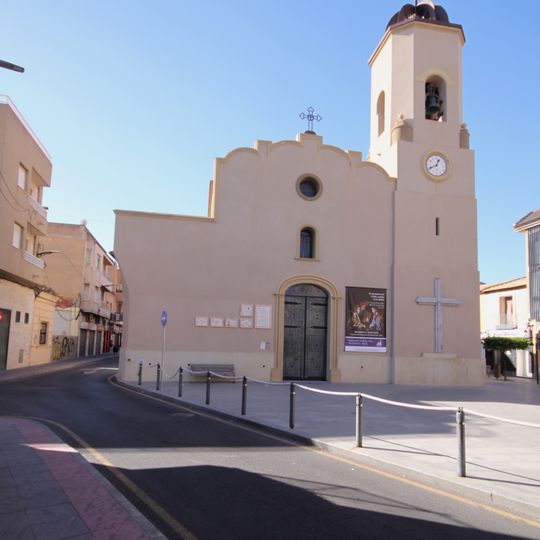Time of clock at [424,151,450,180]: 12:40
